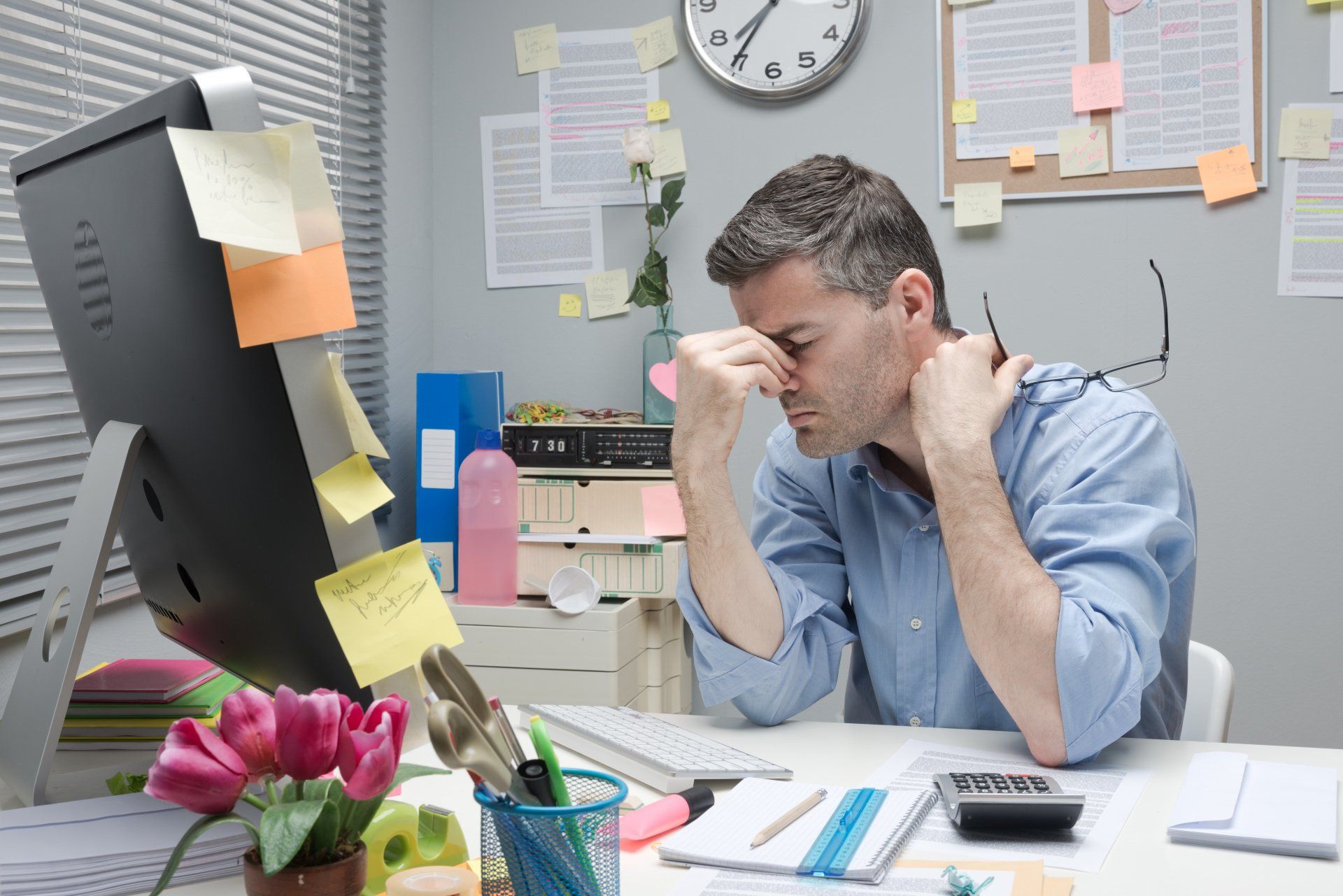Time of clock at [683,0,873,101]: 7:35
